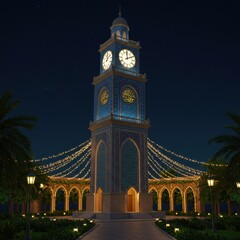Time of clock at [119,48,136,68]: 1:59
